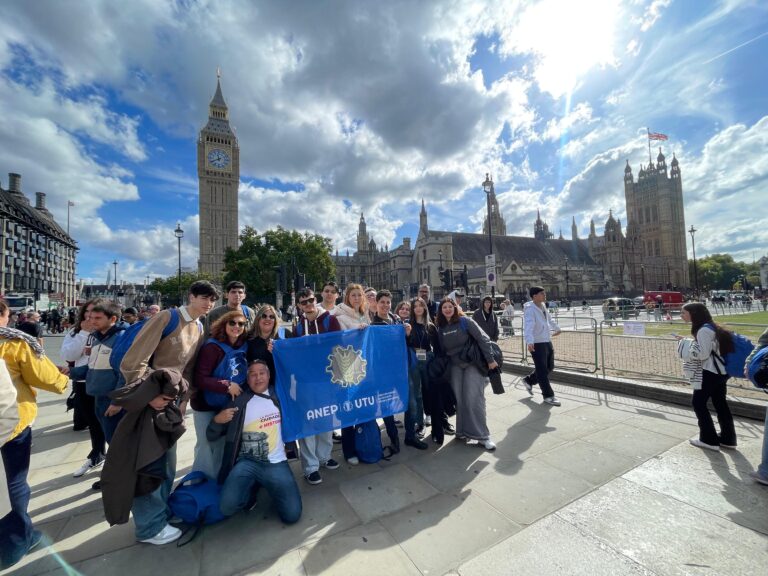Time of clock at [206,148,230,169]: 11:40
